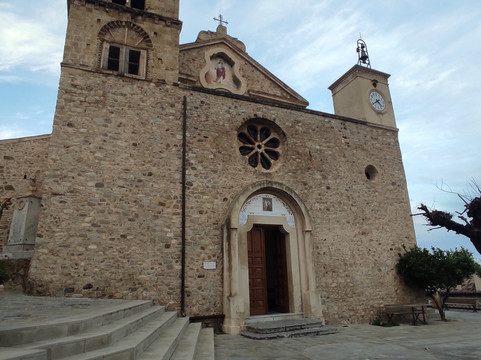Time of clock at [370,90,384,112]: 4:39
